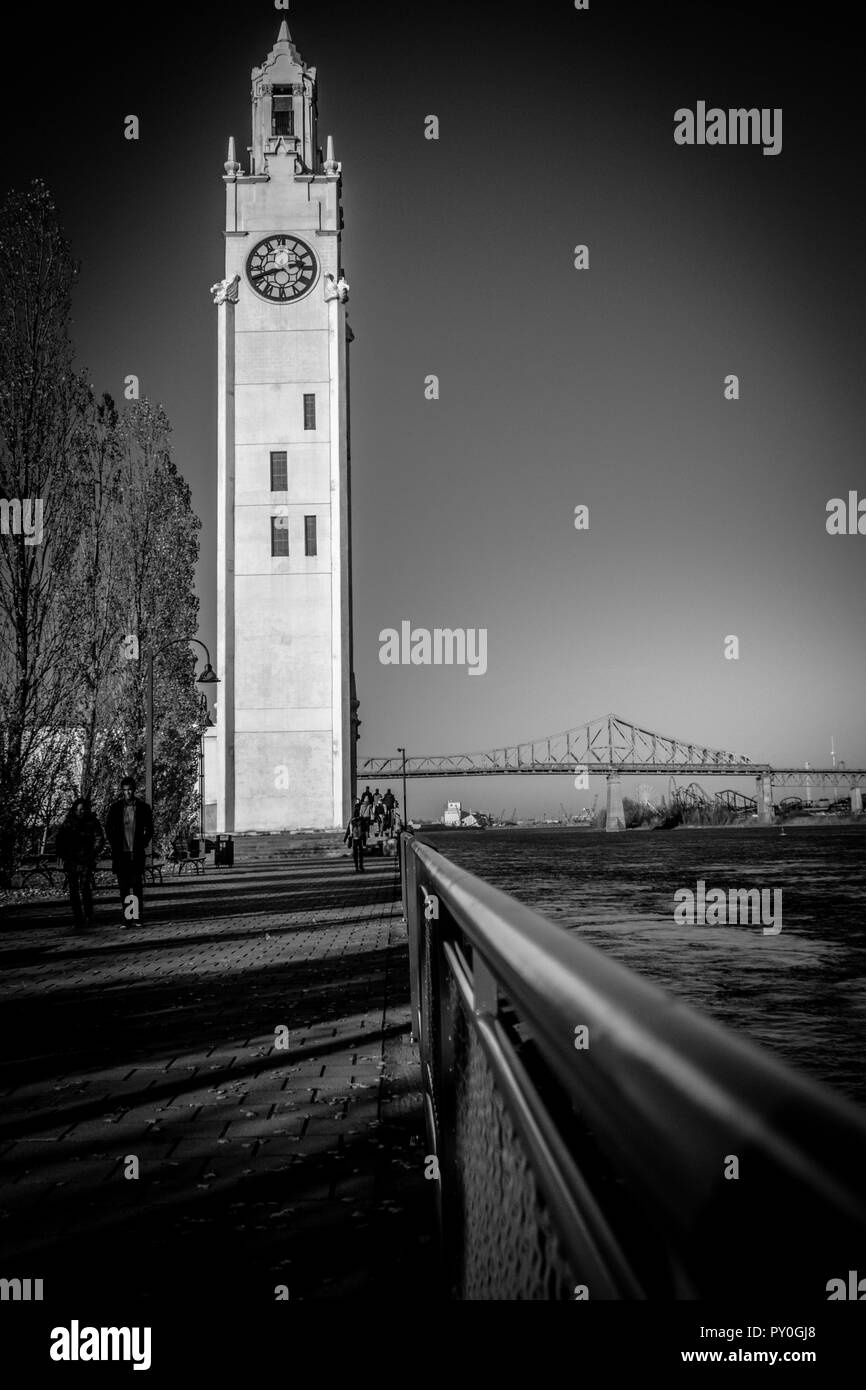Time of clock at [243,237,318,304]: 2:41
